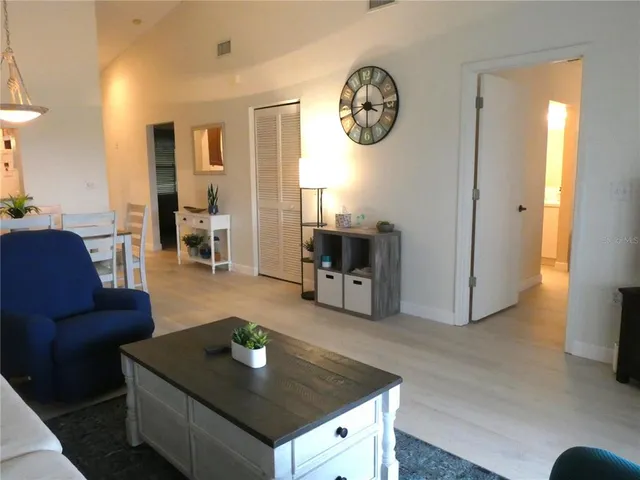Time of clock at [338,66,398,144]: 2:58
